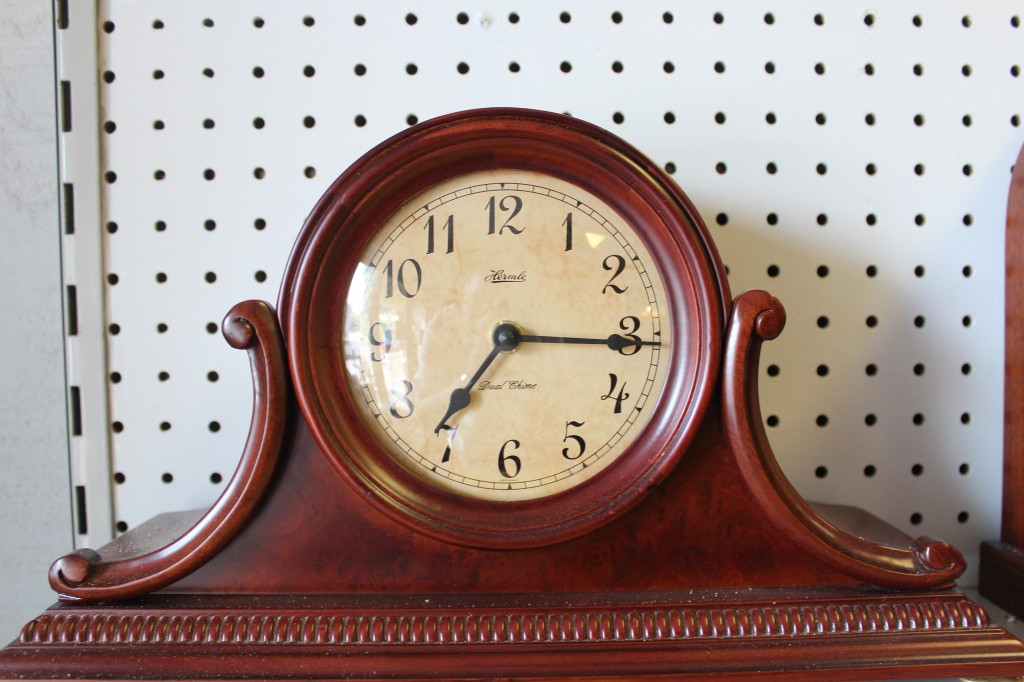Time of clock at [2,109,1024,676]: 7:15
